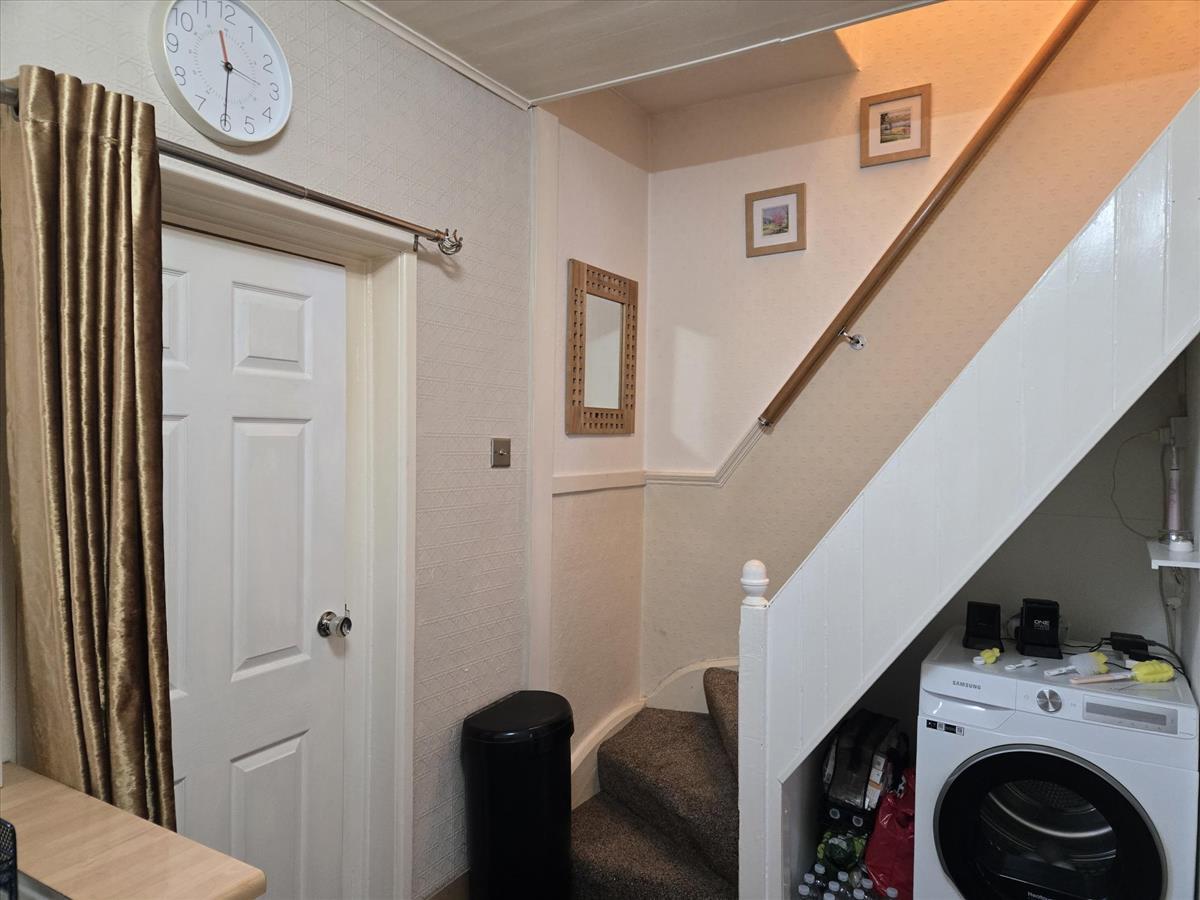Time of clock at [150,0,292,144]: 11:30
